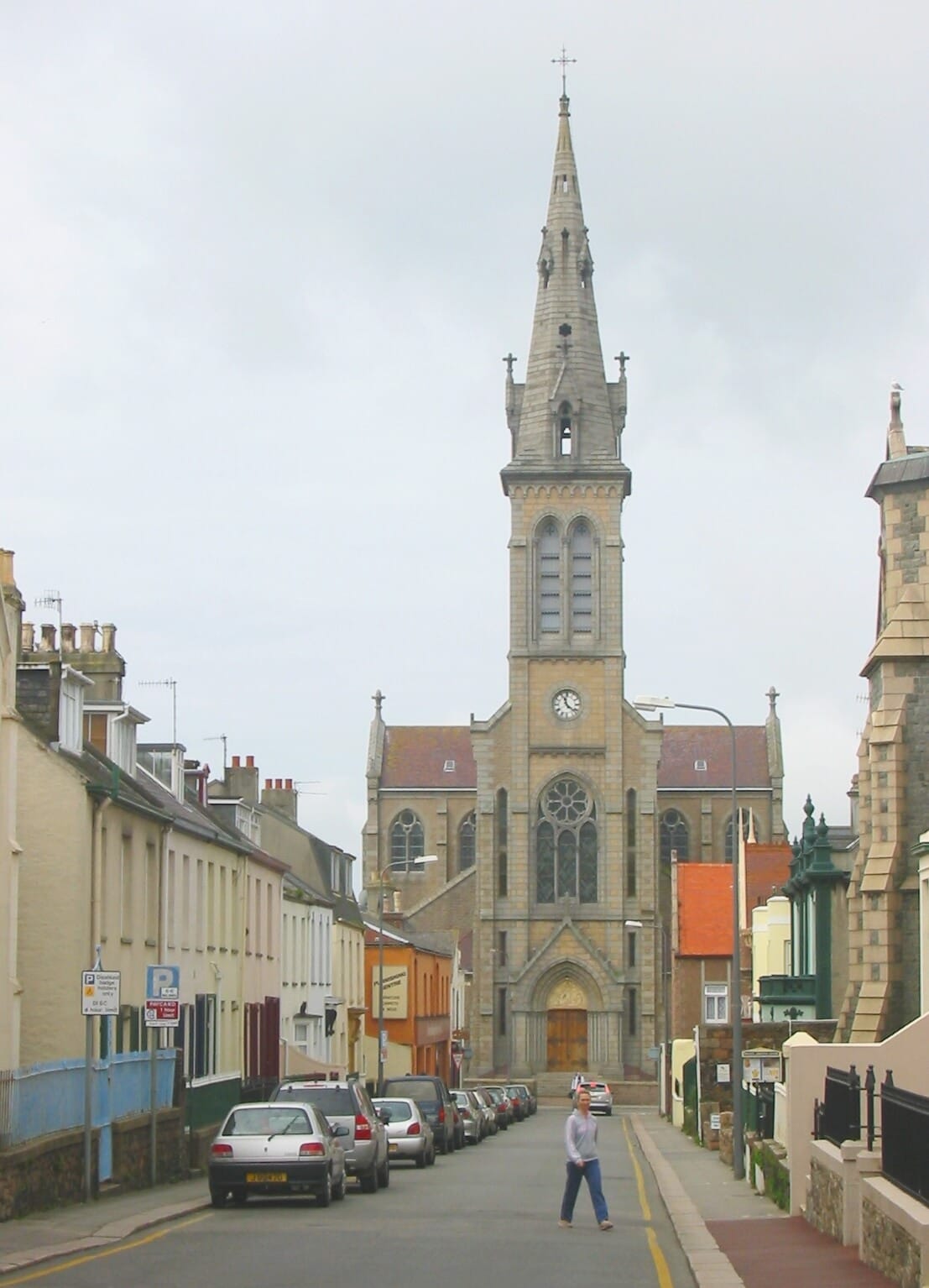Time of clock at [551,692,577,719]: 11:21
